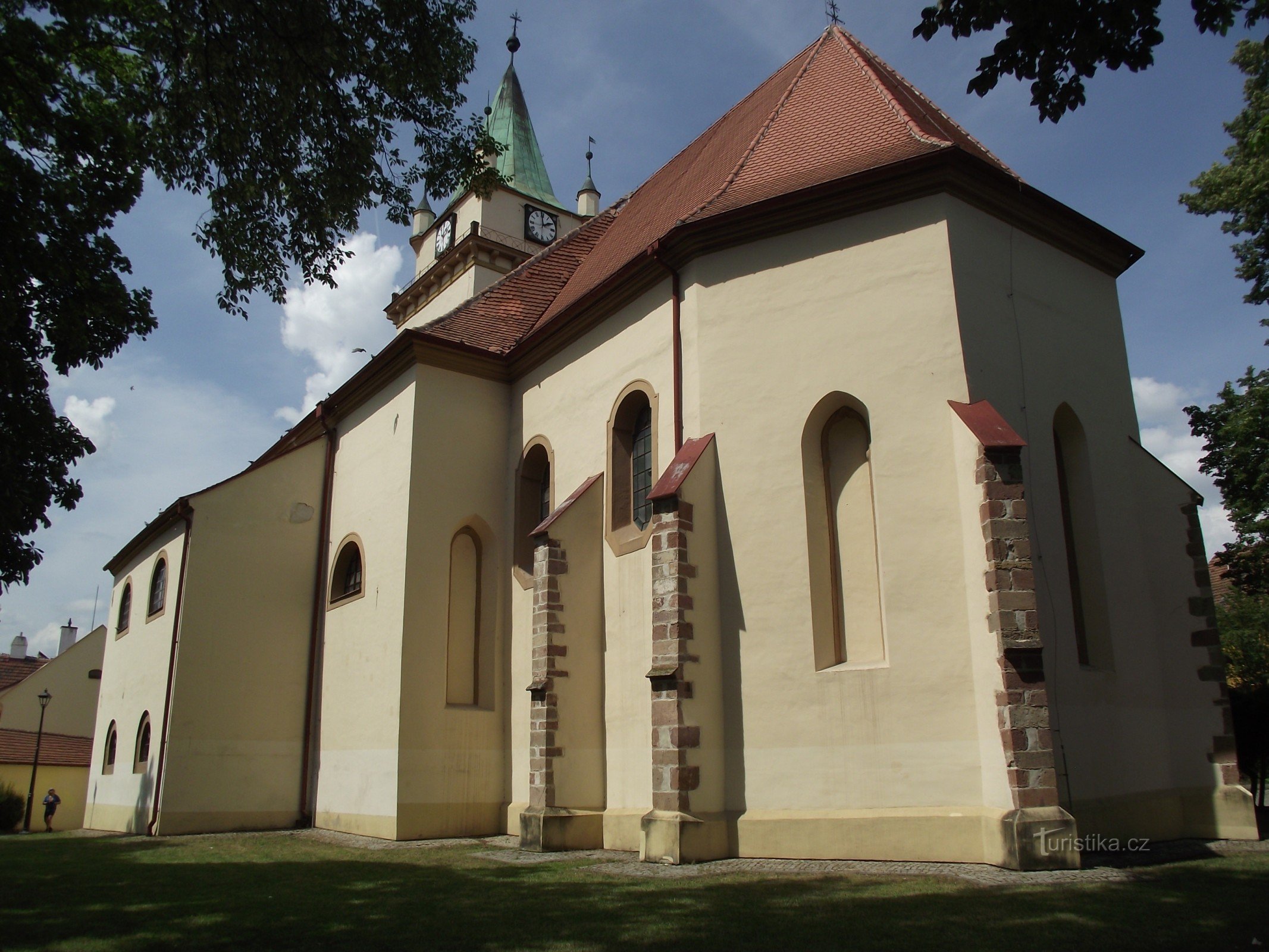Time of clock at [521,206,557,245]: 1:59
